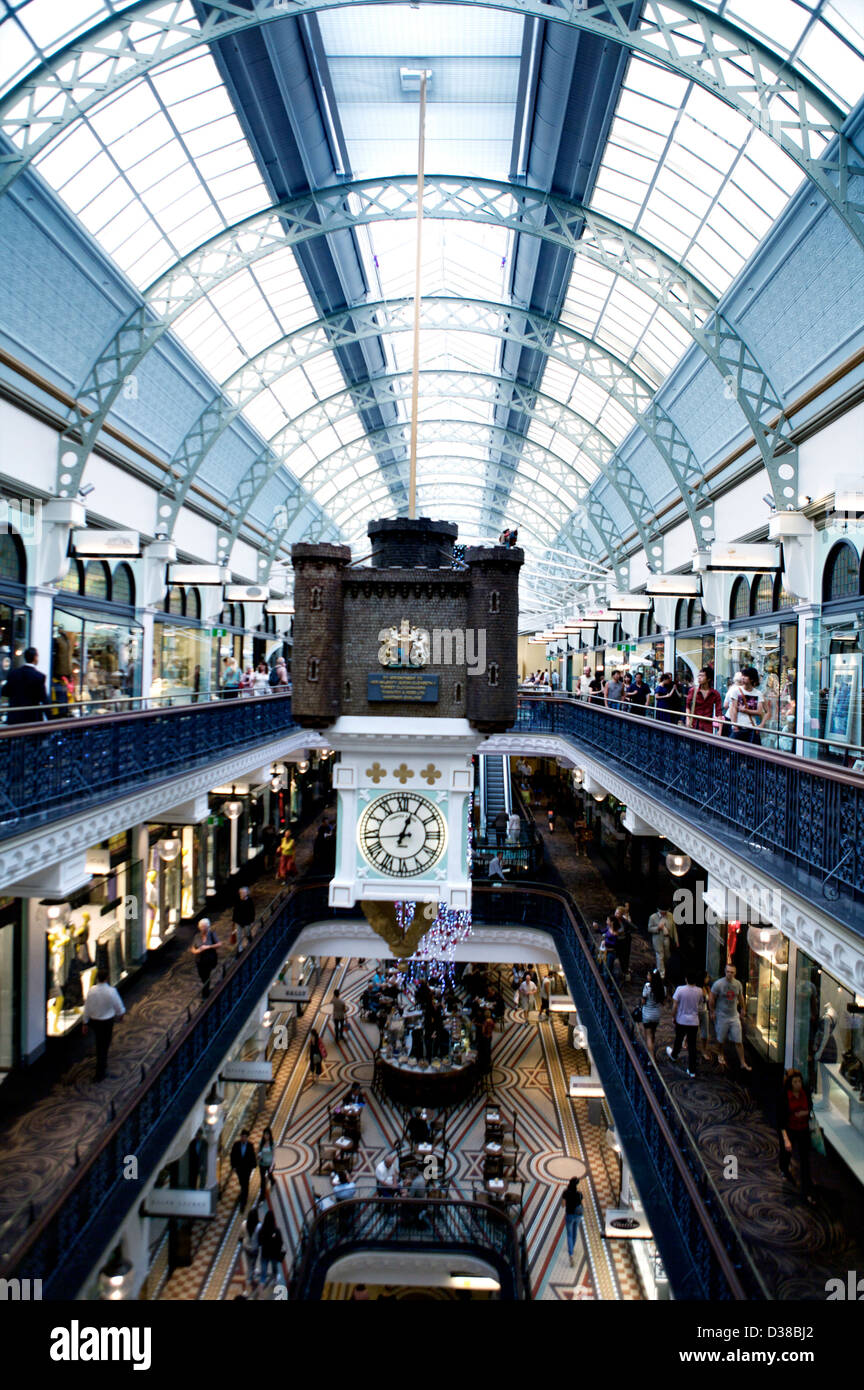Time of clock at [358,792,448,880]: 12:44
